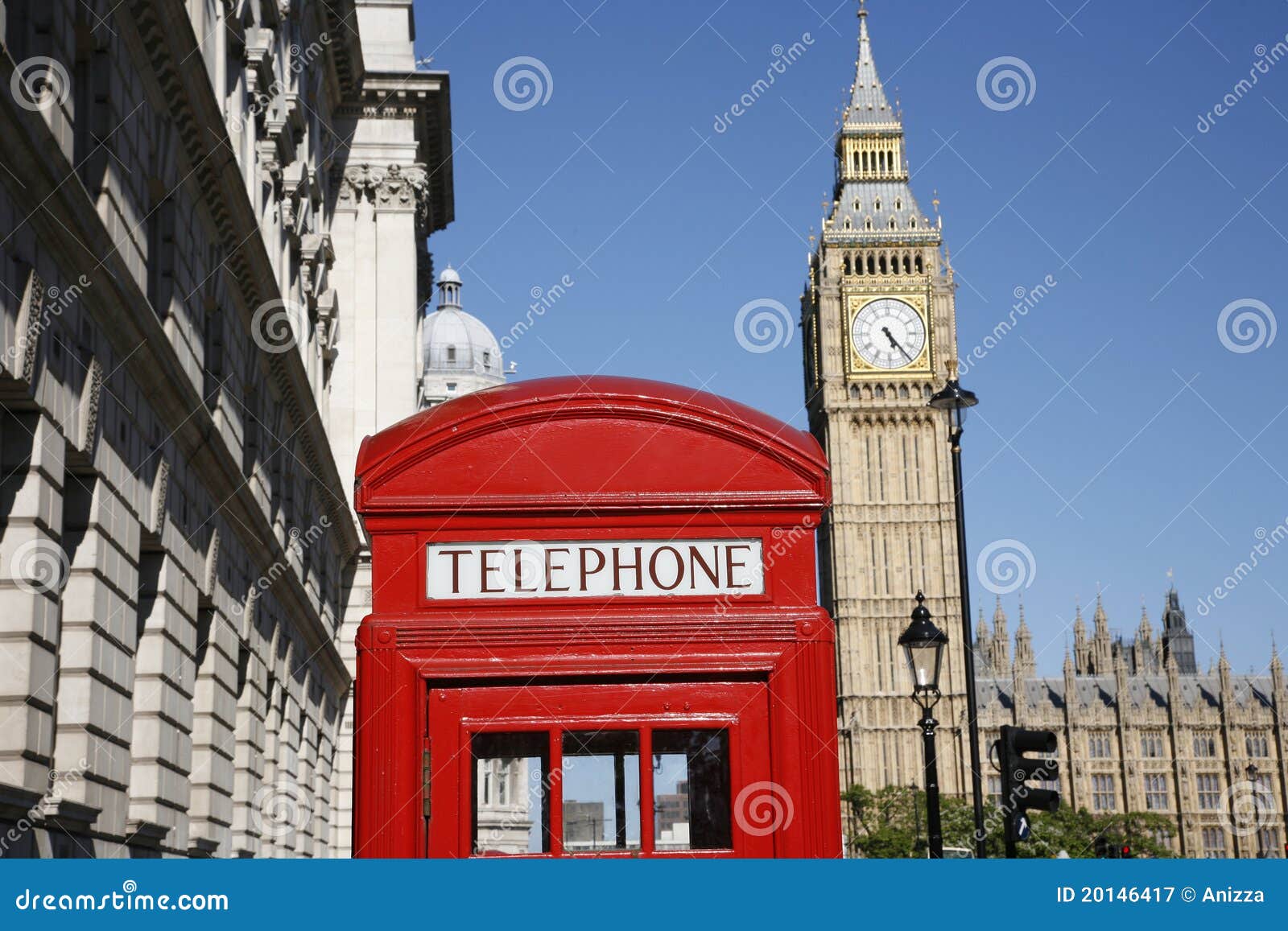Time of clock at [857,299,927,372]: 5:23
